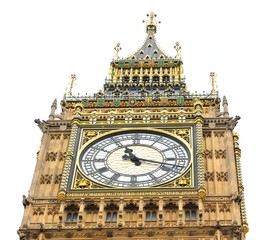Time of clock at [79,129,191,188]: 11:17
